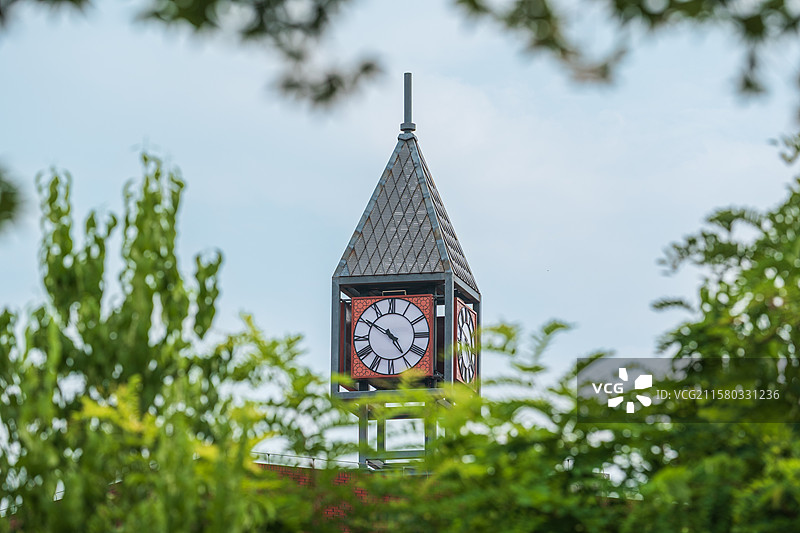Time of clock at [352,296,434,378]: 4:50
